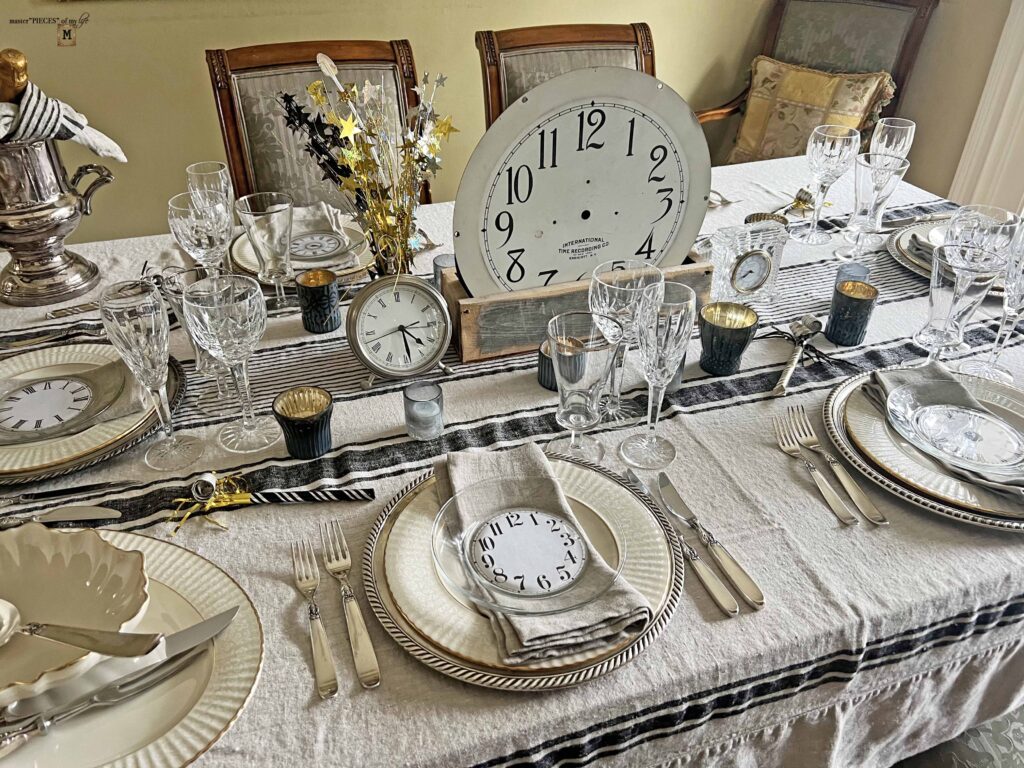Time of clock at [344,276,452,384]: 4:28
